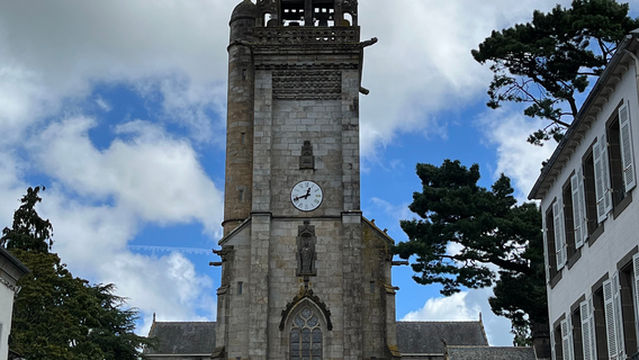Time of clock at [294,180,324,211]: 12:41
